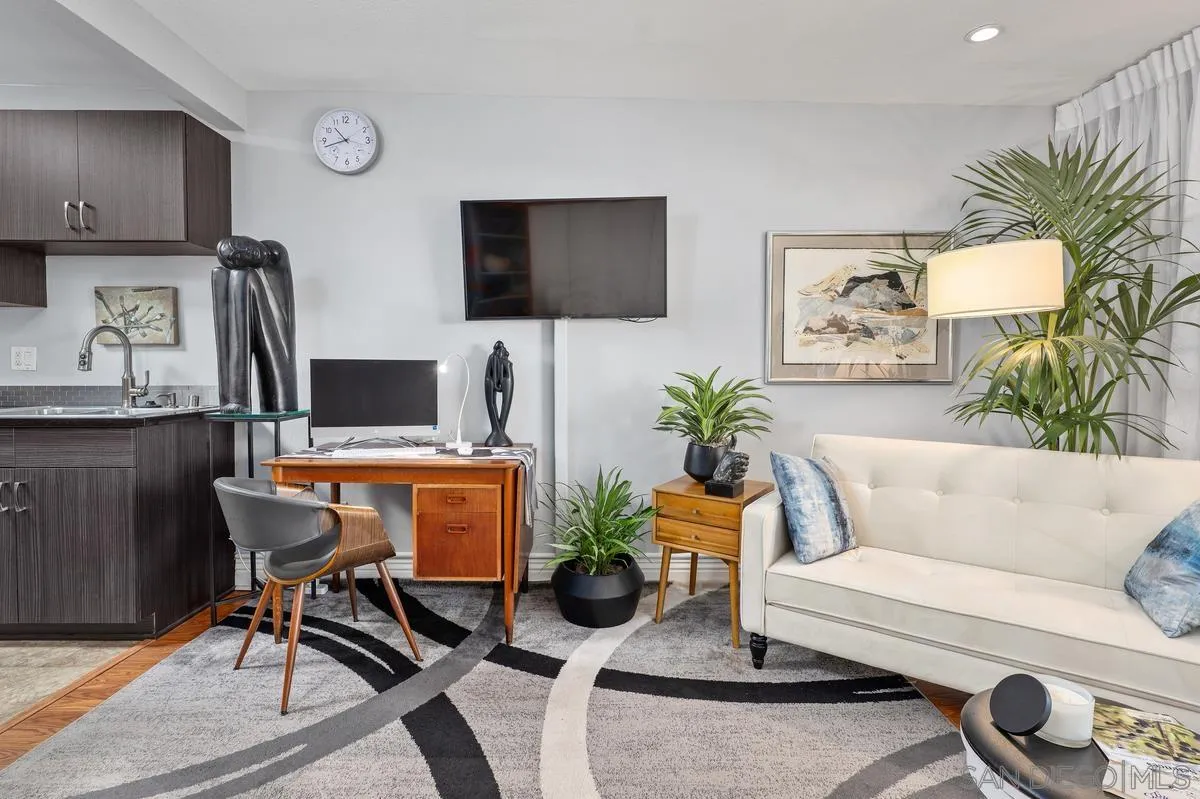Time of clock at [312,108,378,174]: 10:42
